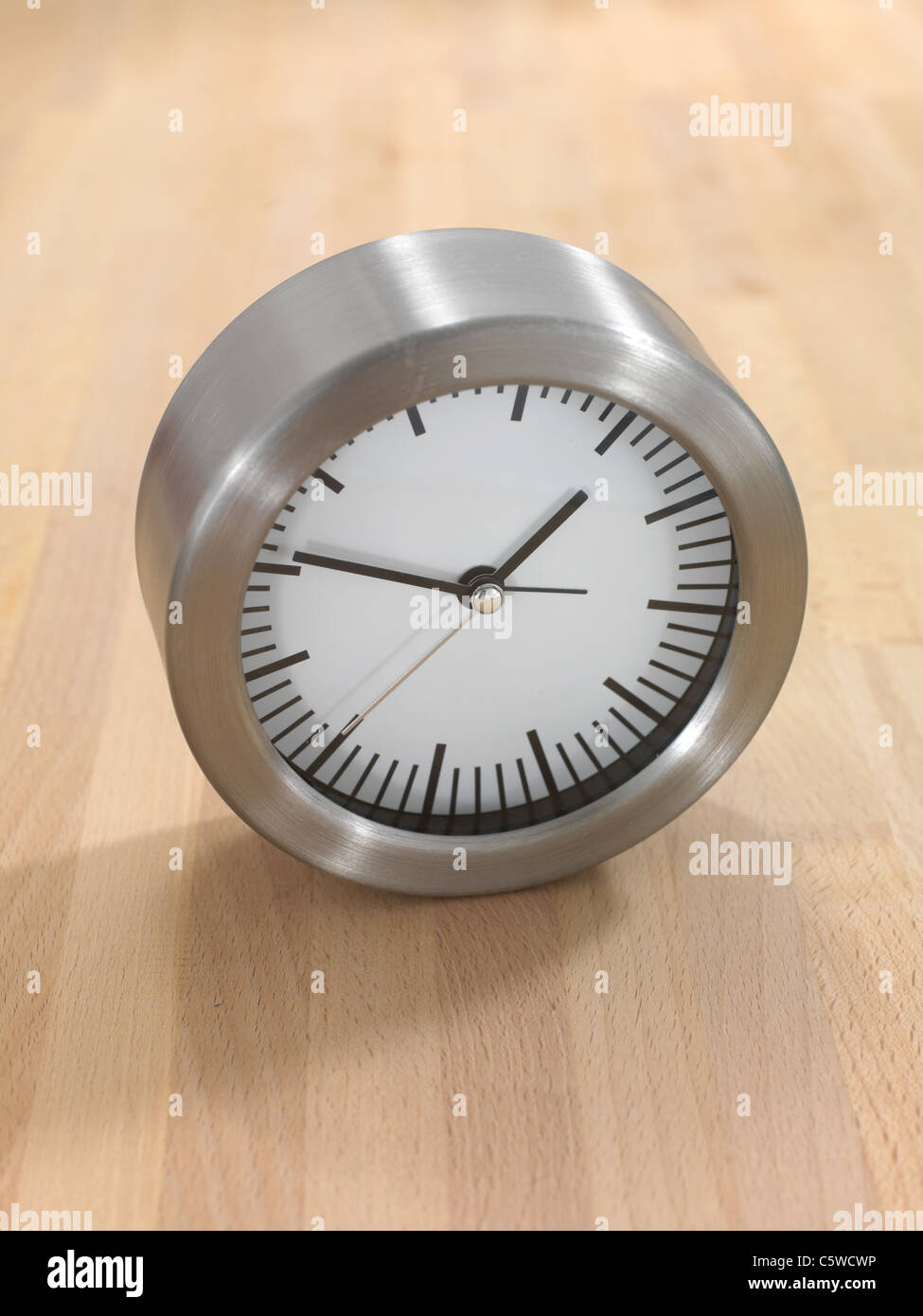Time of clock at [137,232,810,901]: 1:46
